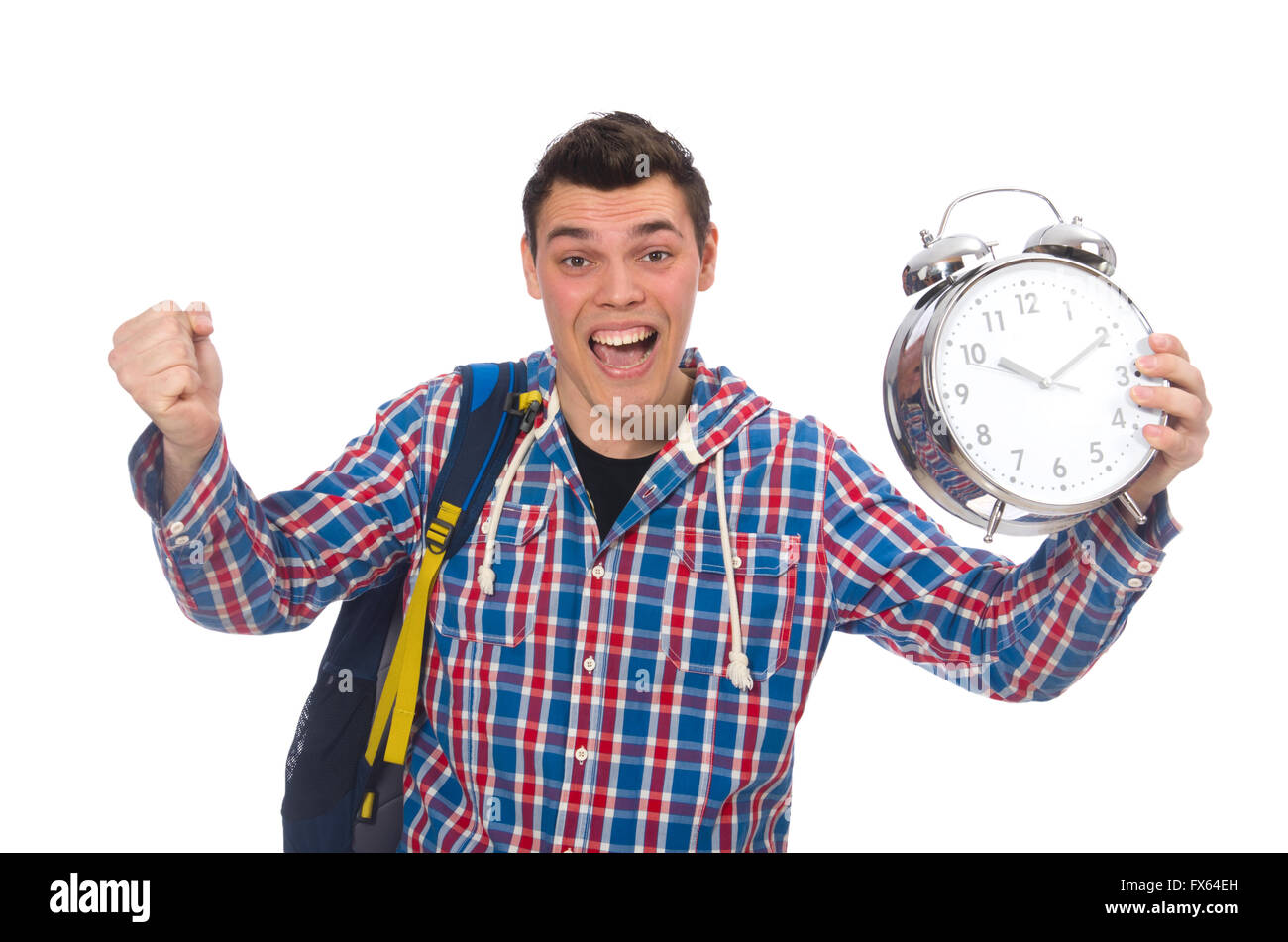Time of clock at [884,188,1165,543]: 10:10
